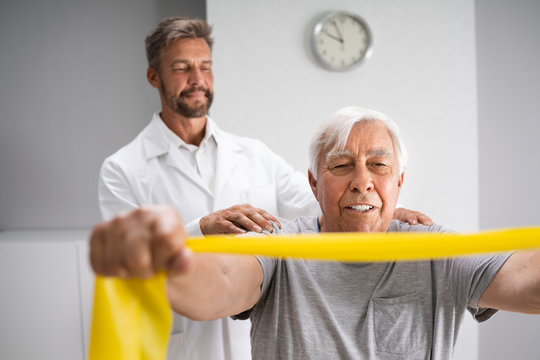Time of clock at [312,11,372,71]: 9:56
